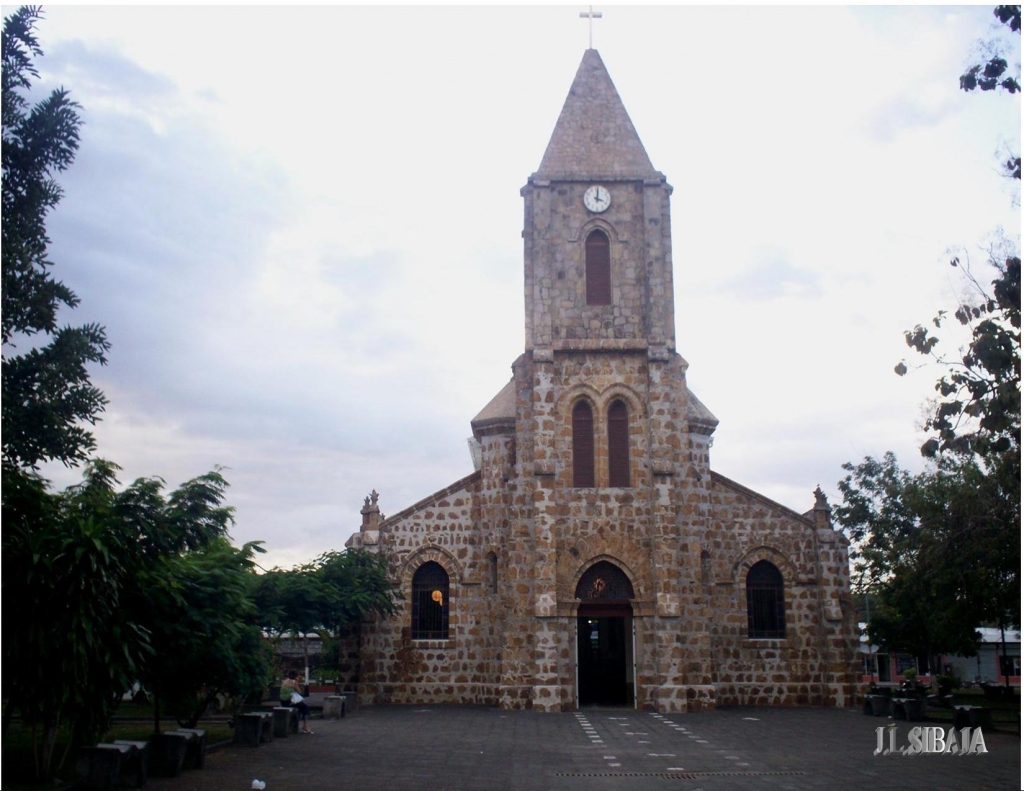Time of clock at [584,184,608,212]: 4:01
